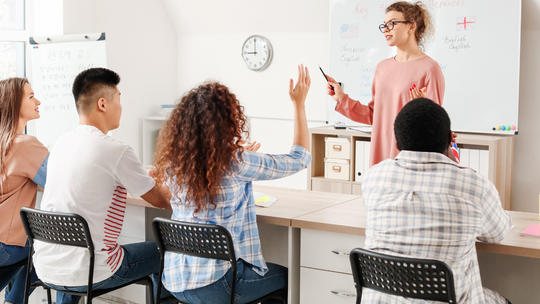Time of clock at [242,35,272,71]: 8:59
